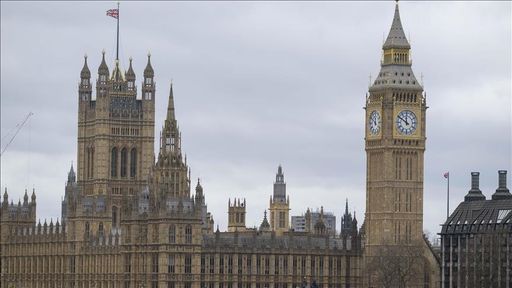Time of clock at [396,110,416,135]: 11:50
